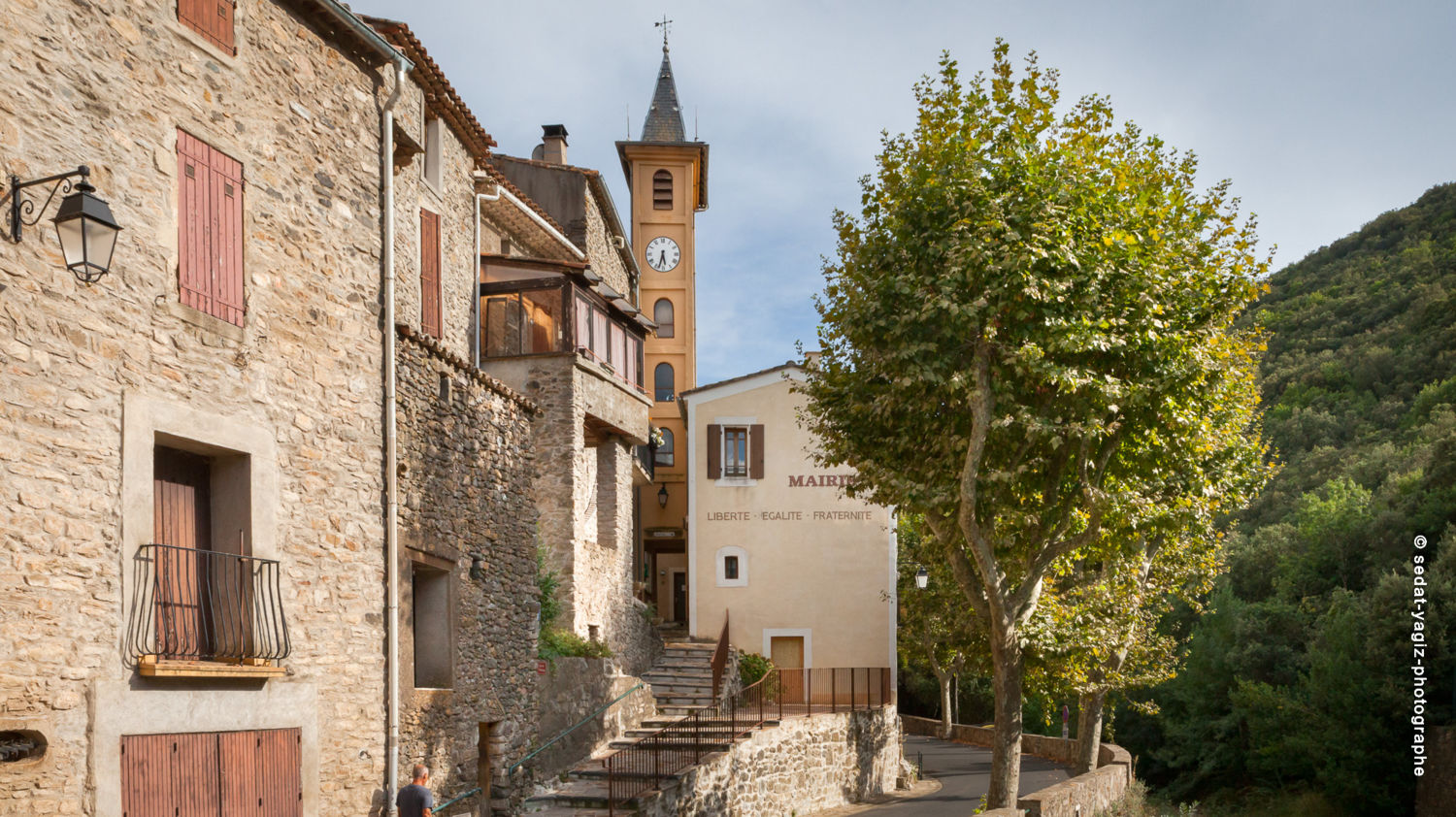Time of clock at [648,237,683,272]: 5:33
